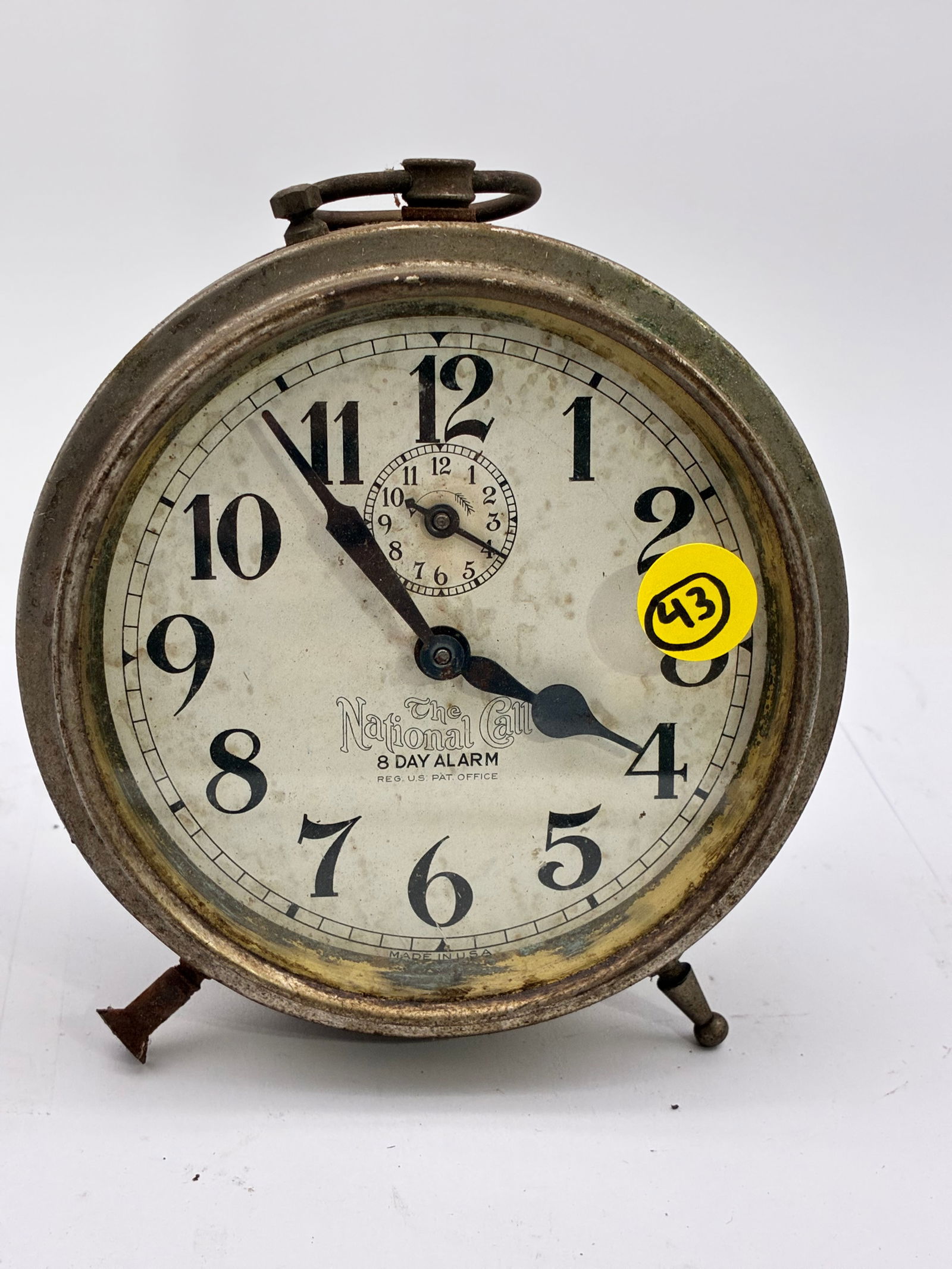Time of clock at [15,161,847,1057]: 3:53
